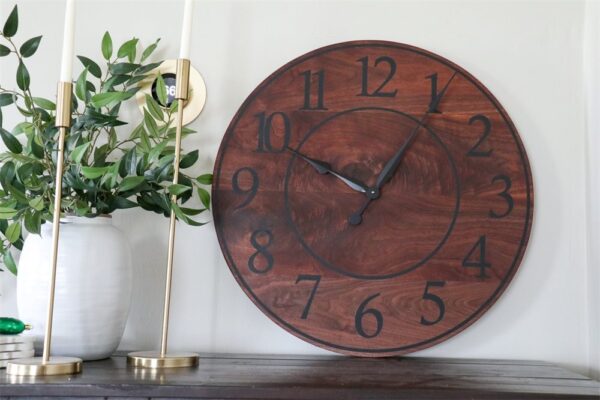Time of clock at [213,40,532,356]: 10:05
